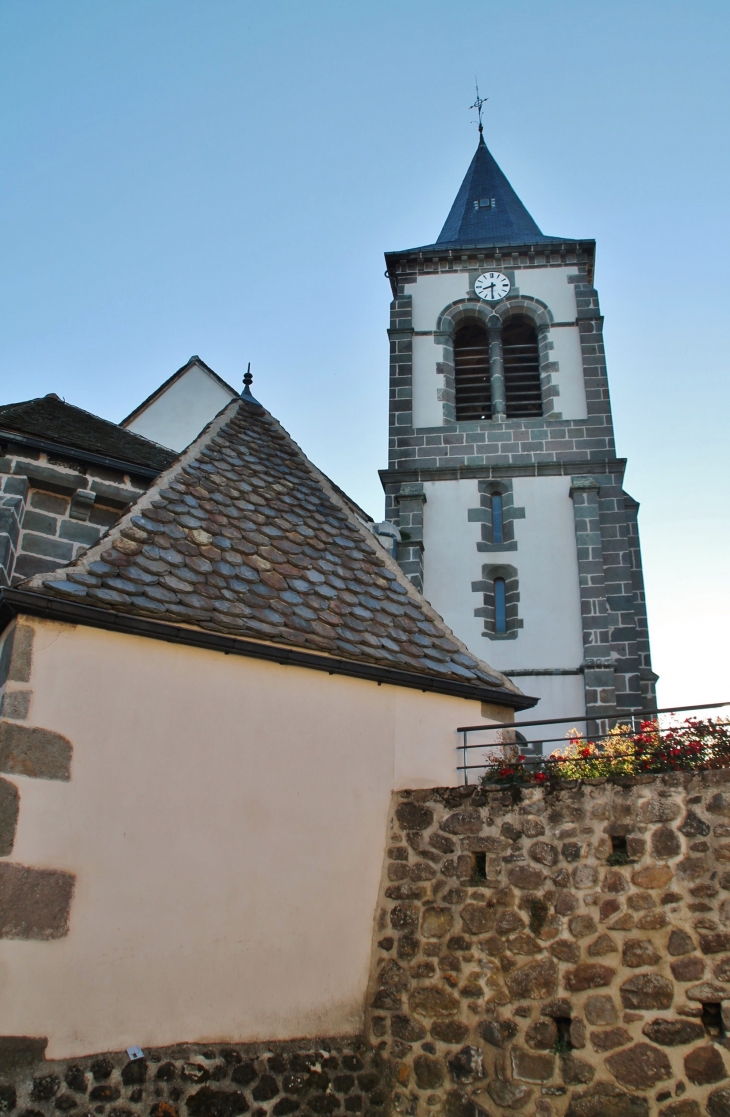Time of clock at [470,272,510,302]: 8:30
